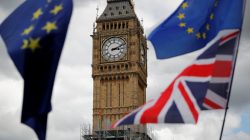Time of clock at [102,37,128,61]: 3:11
